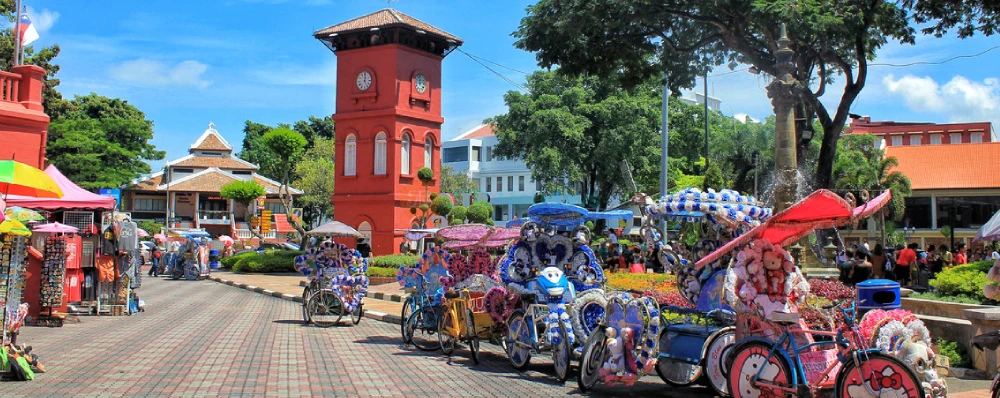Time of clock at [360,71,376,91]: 12:24
